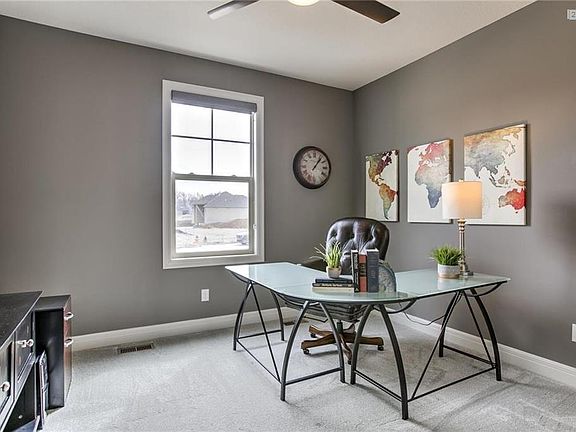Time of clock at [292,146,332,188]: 1:06
